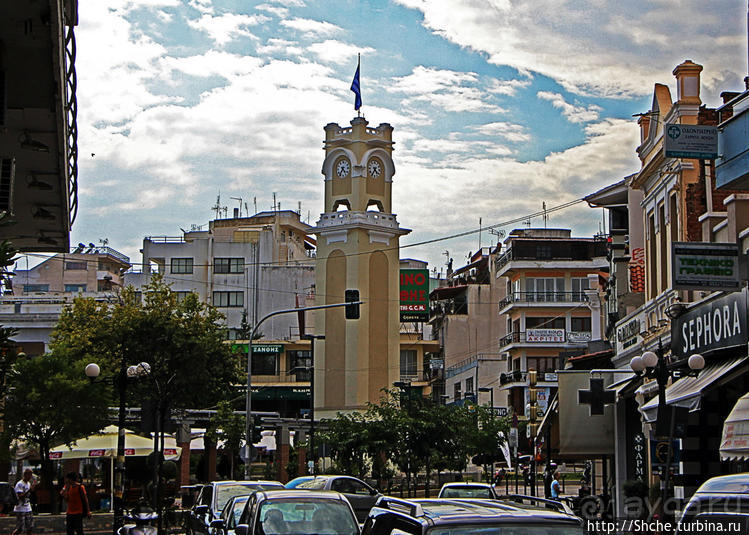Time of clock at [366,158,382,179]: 4:35
